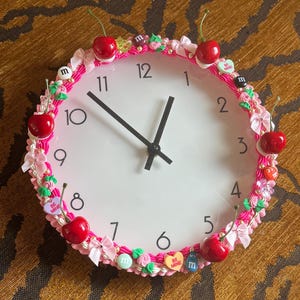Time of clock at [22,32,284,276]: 12:52
